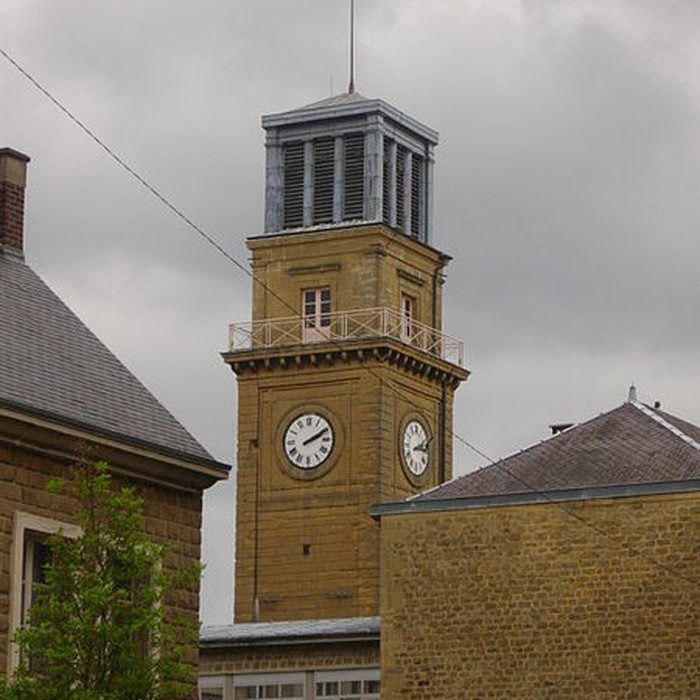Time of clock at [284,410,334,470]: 2:09
